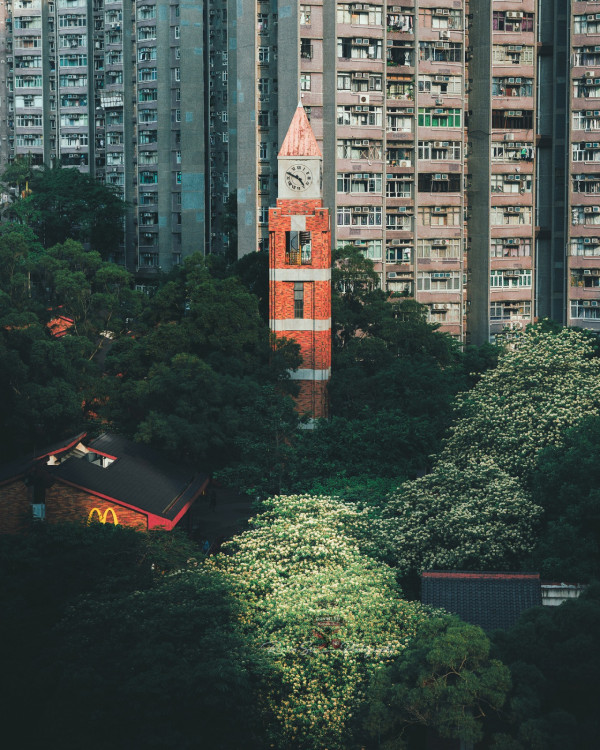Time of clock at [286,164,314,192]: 4:48
